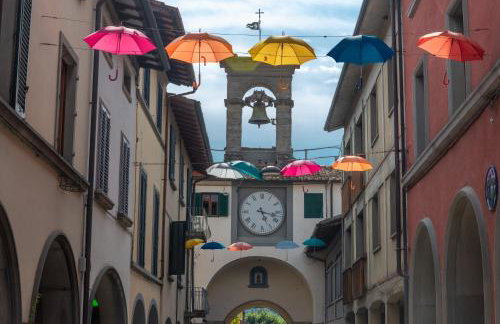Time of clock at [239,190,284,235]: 5:17
